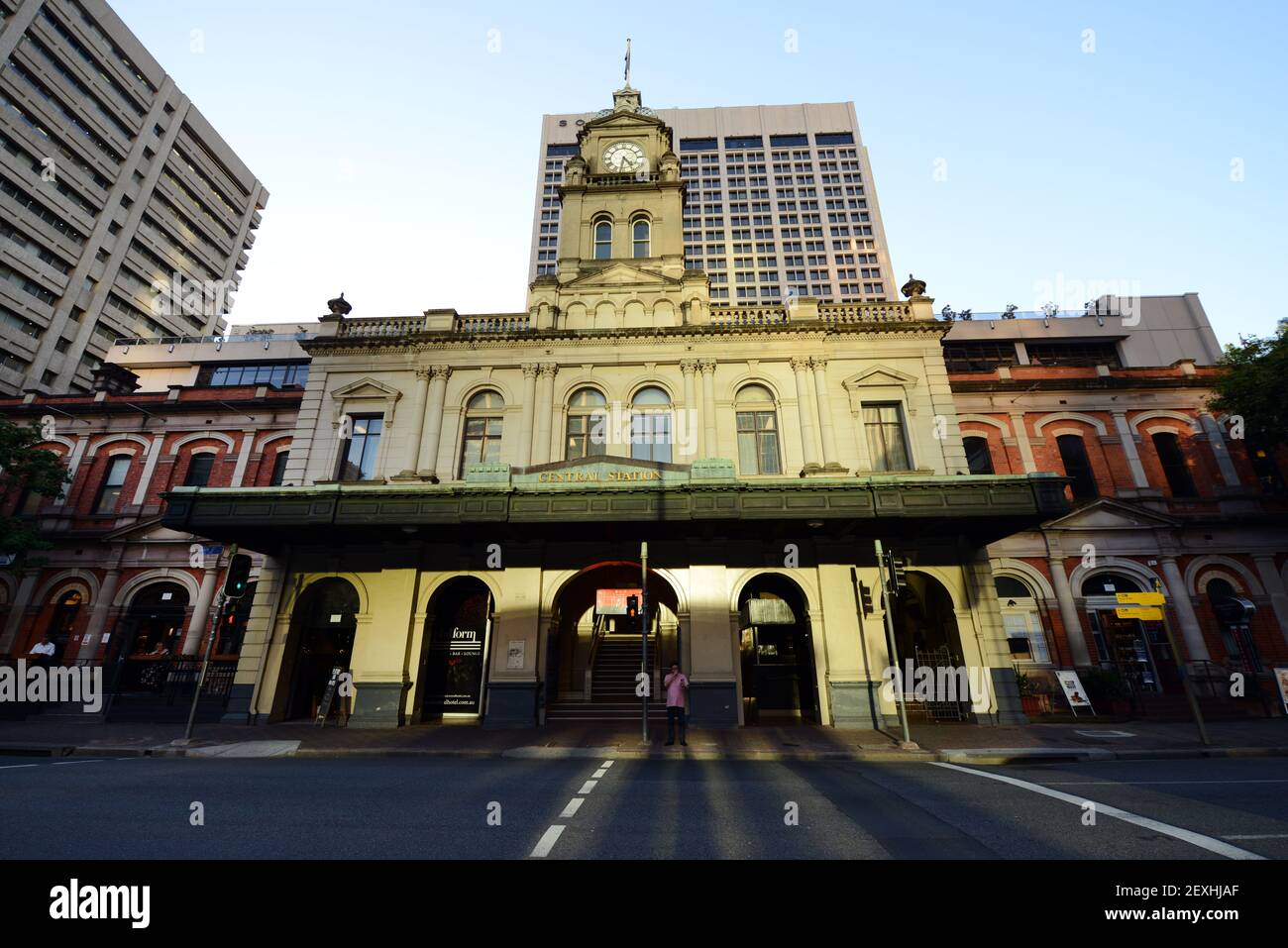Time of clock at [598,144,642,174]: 4:31
